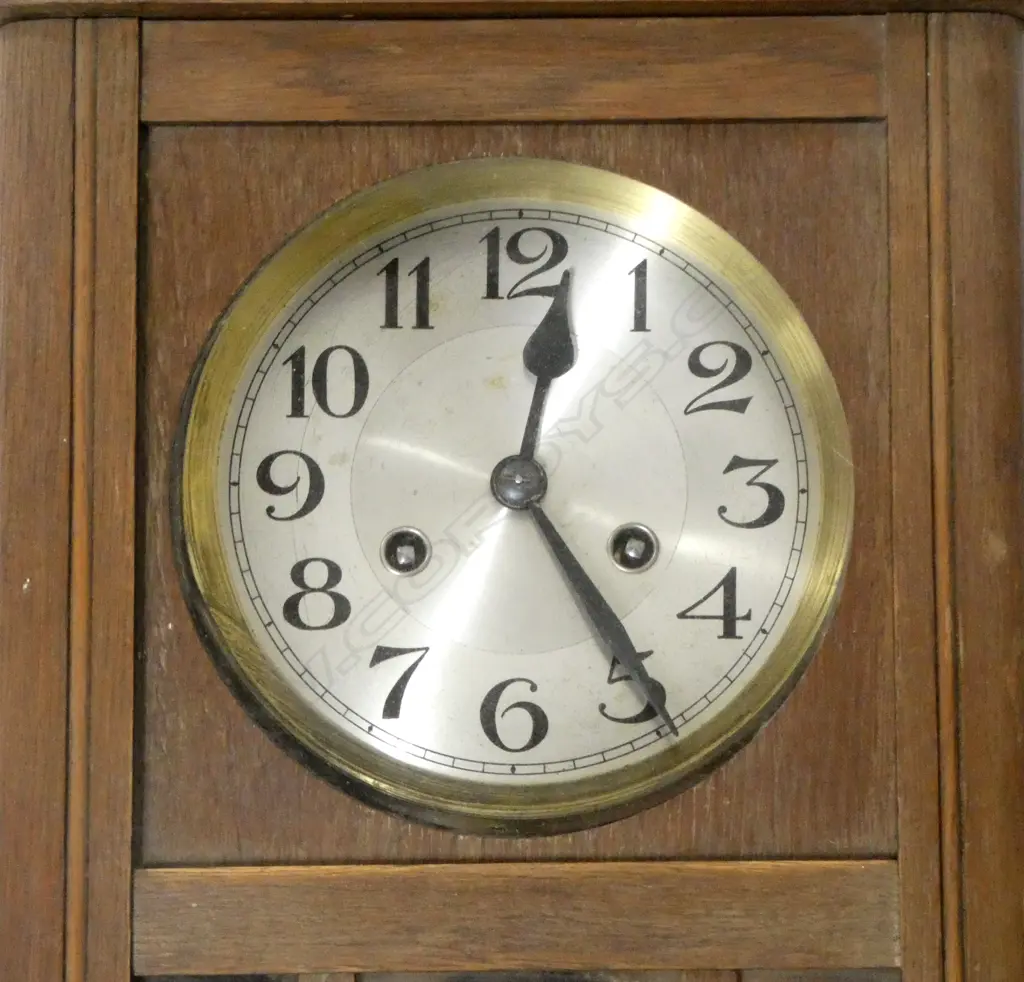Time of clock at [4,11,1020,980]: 12:24
